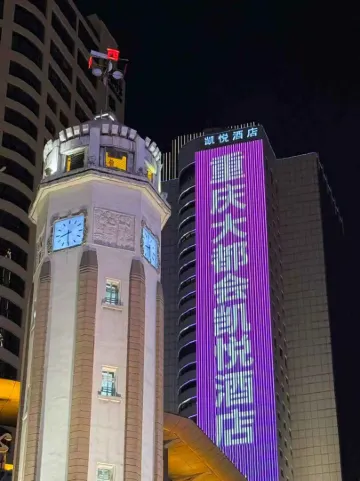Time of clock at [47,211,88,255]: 8:30
